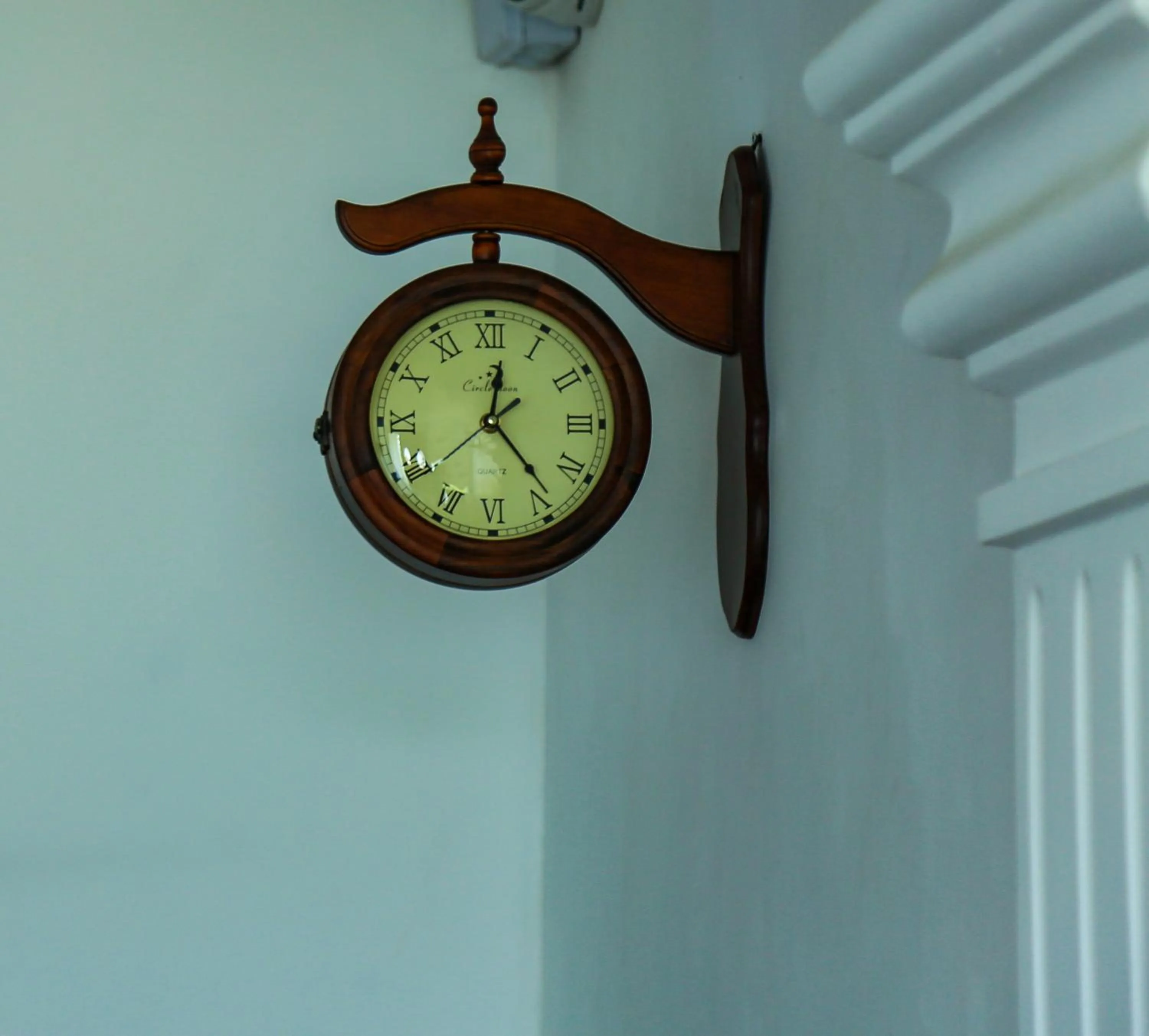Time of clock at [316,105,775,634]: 12:23
